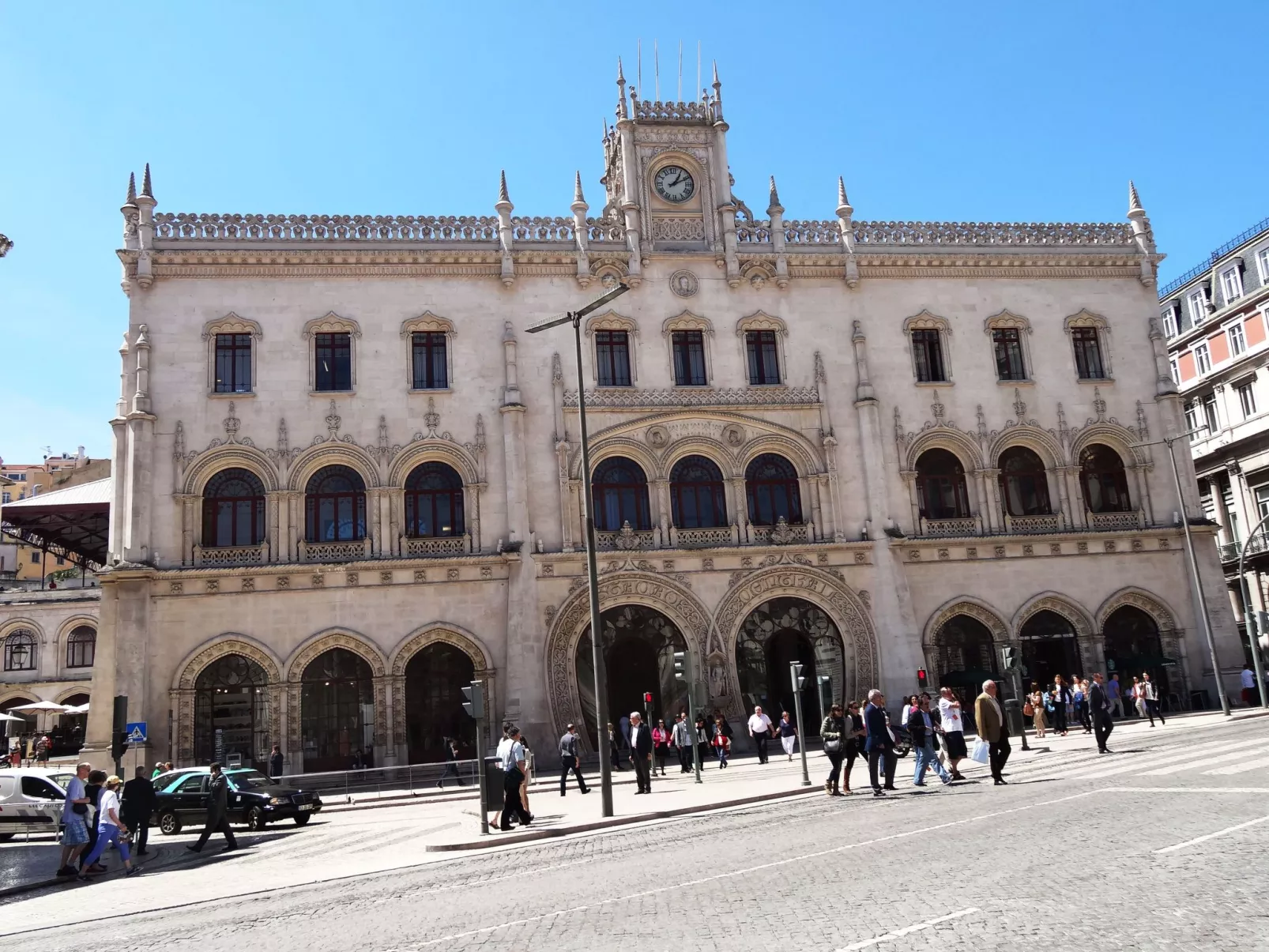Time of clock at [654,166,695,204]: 1:10
